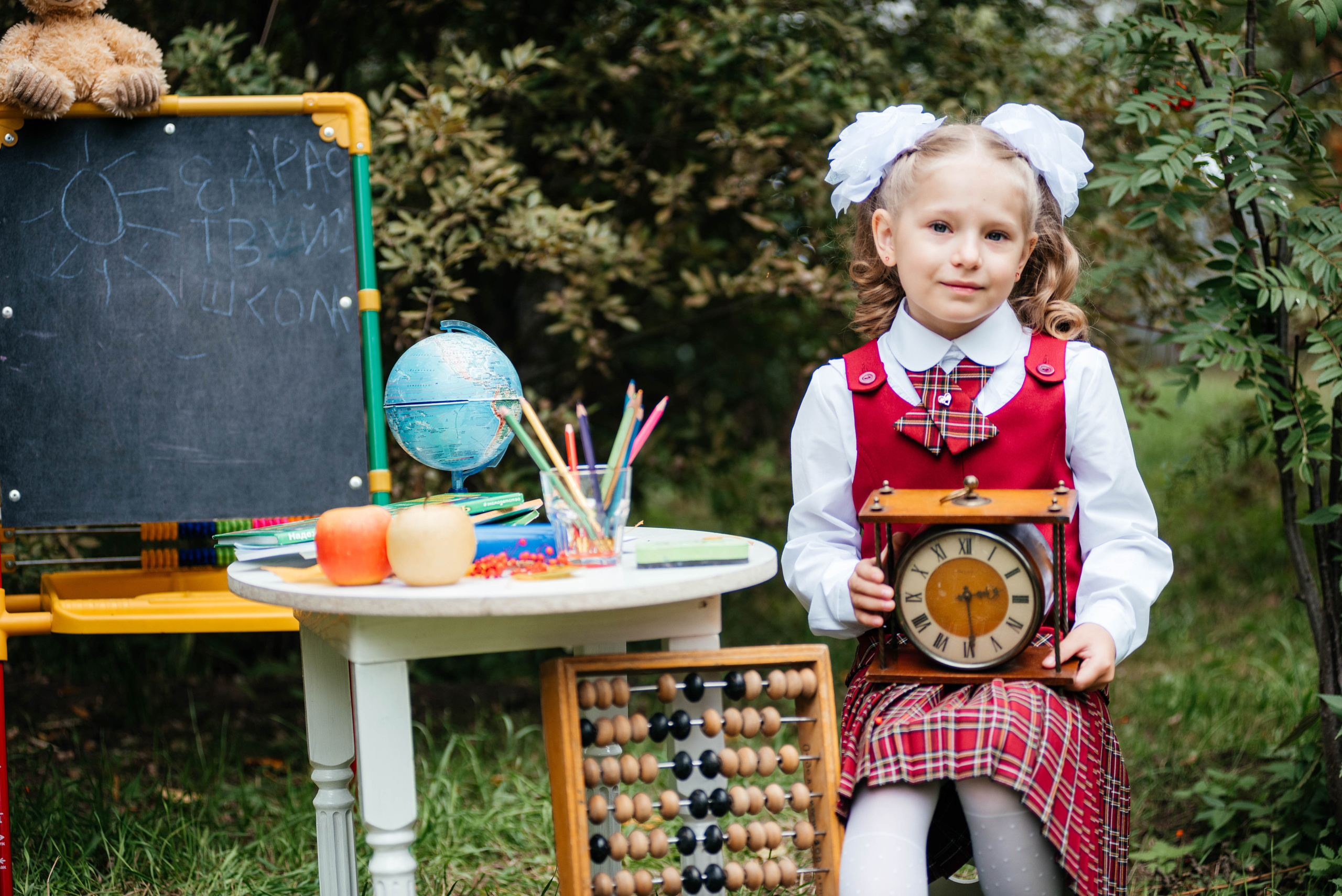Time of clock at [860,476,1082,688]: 2:29
